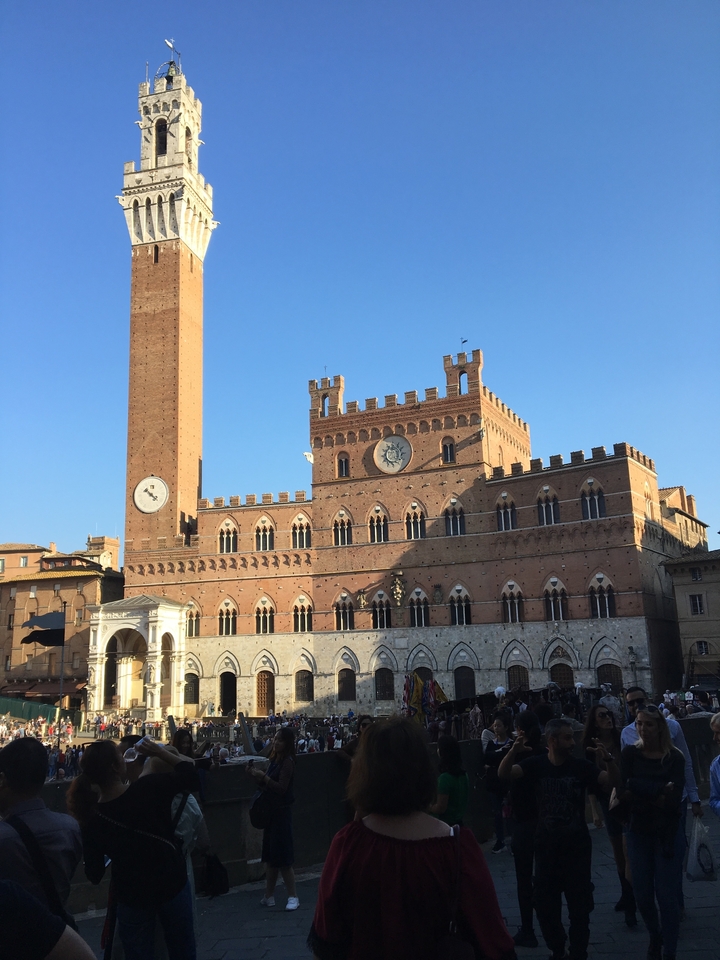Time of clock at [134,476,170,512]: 10:21
